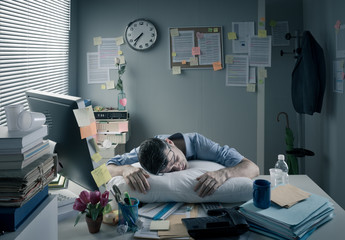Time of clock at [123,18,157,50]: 7:35
